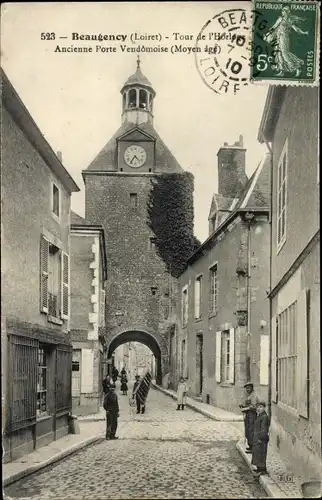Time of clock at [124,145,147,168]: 4:35
